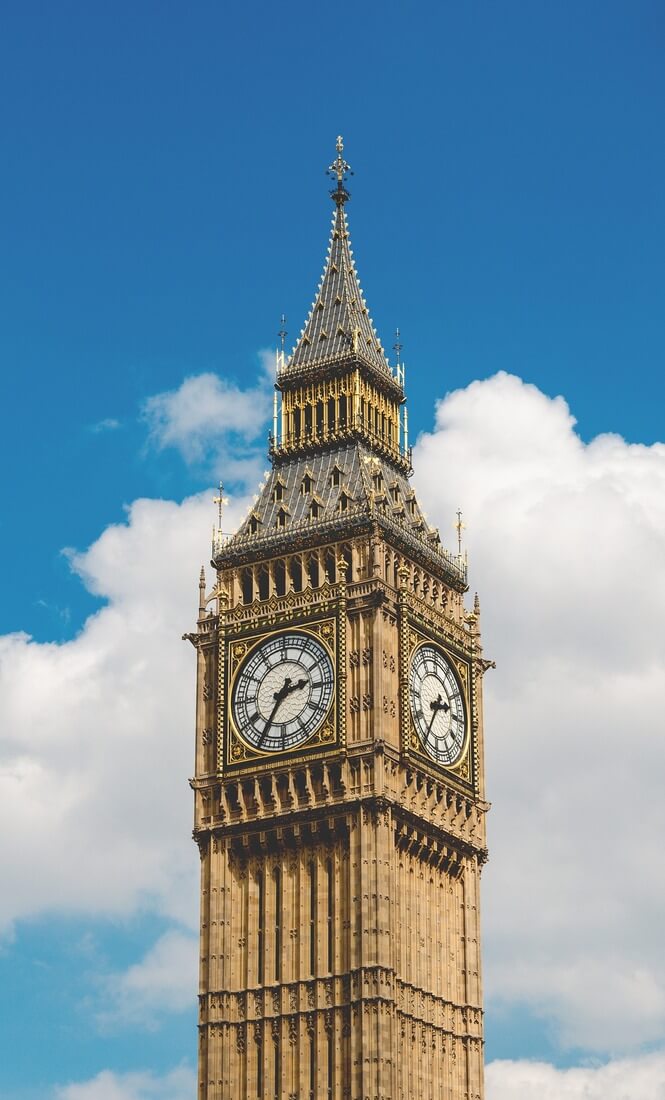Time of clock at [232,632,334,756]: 2:35
